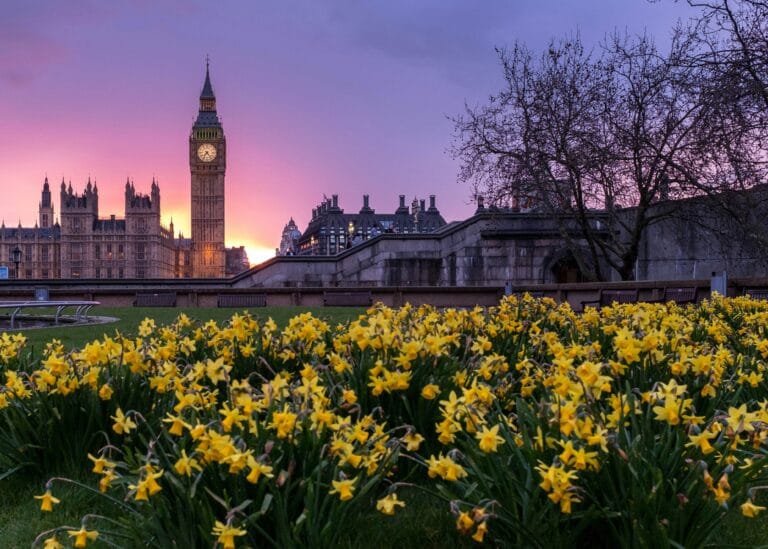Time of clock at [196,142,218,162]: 7:23
